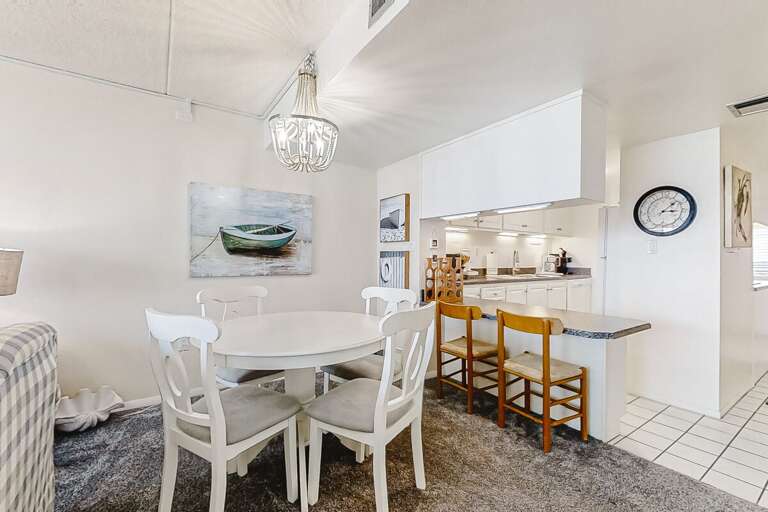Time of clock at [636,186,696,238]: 3:08
